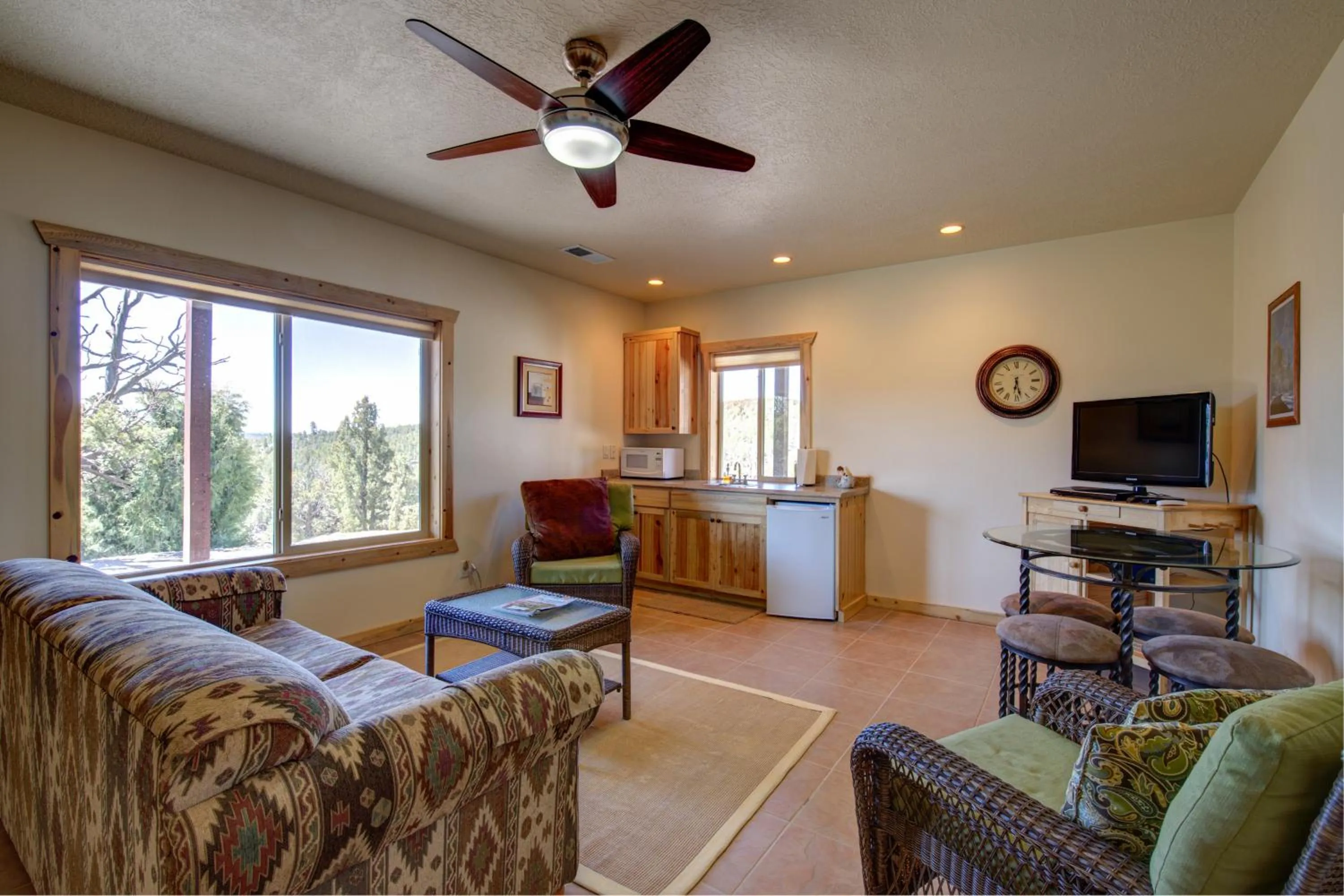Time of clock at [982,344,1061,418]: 6:28
